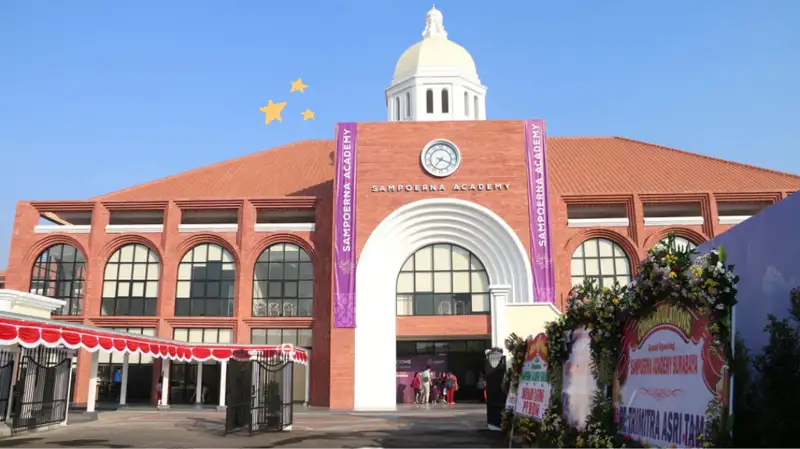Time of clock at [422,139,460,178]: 7:18
